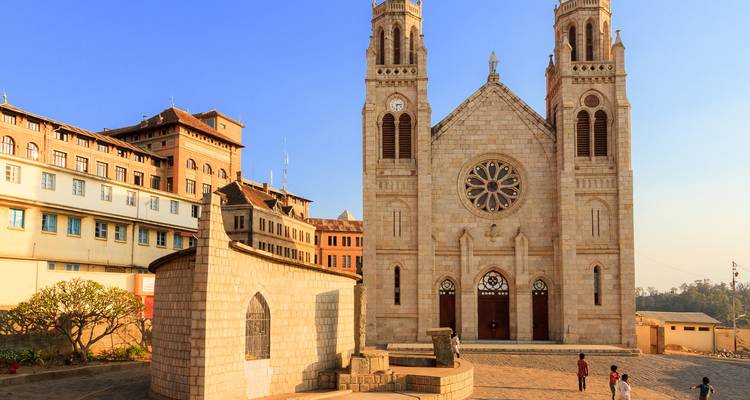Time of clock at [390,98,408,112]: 6:14
